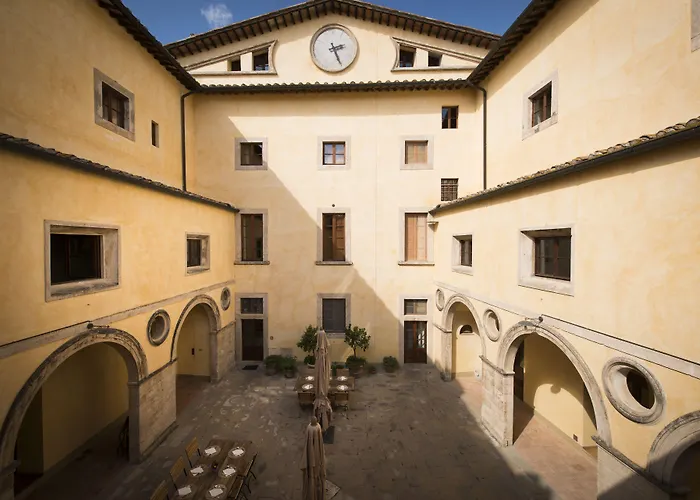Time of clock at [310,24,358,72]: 2:26
